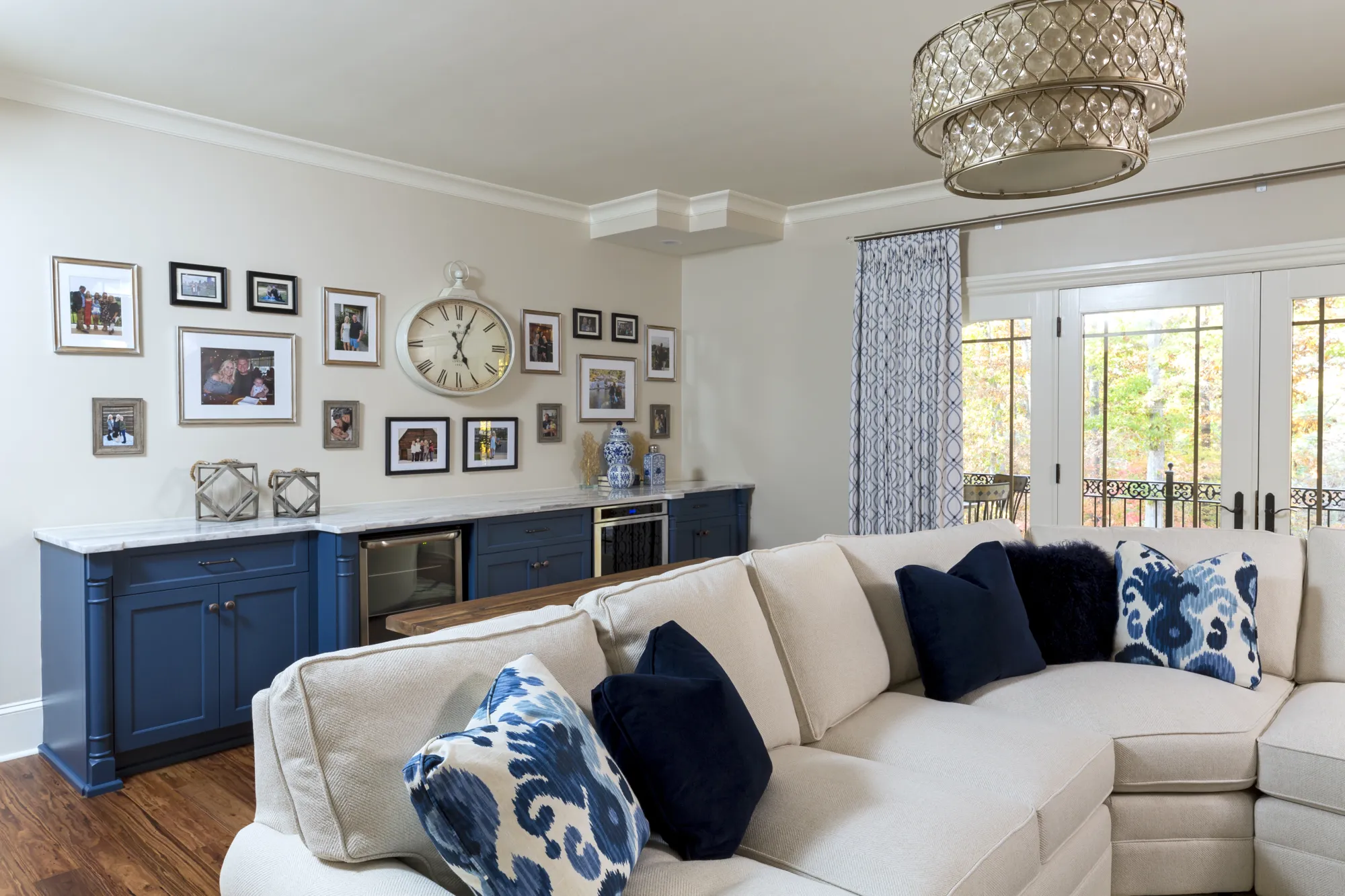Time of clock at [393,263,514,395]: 5:04
